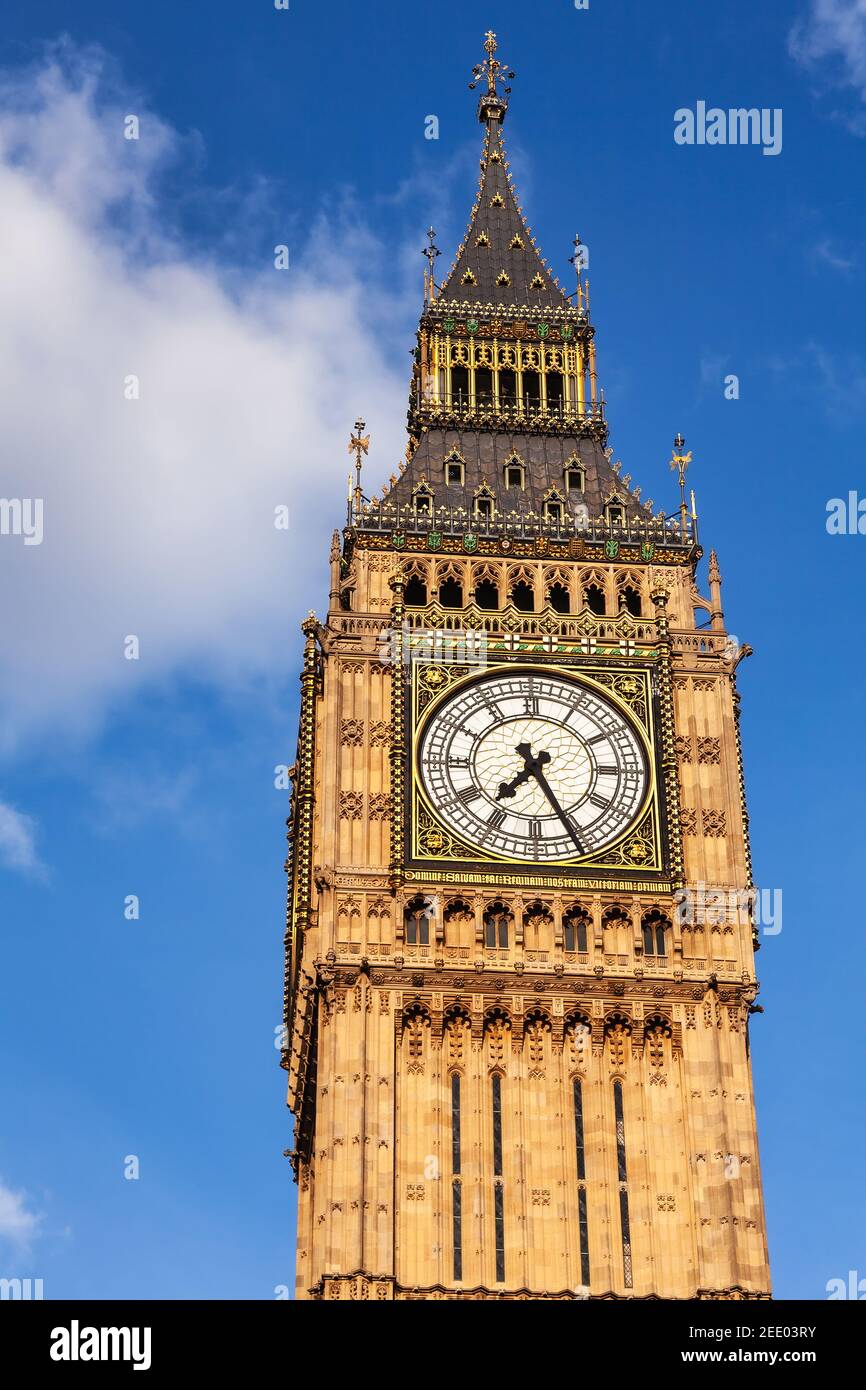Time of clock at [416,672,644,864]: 7:25
